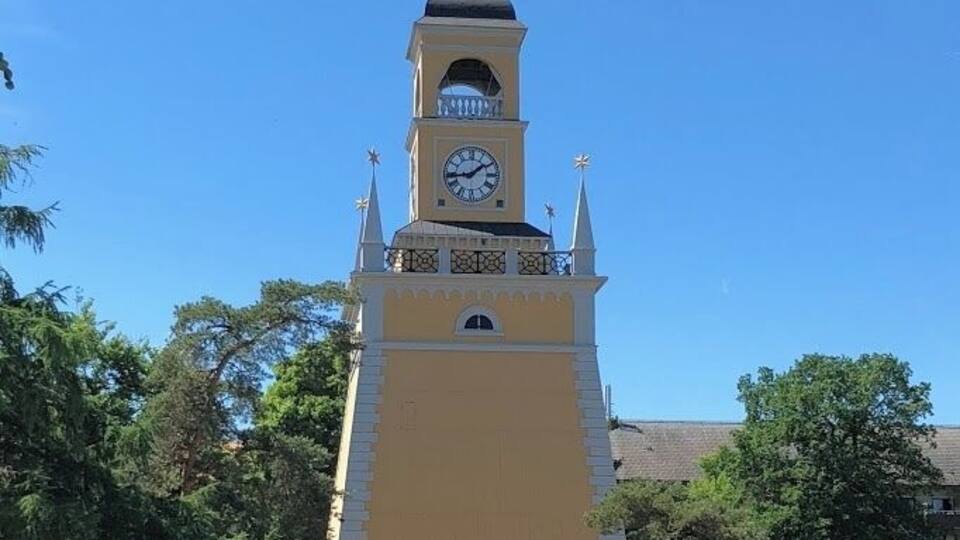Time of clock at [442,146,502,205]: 1:43
